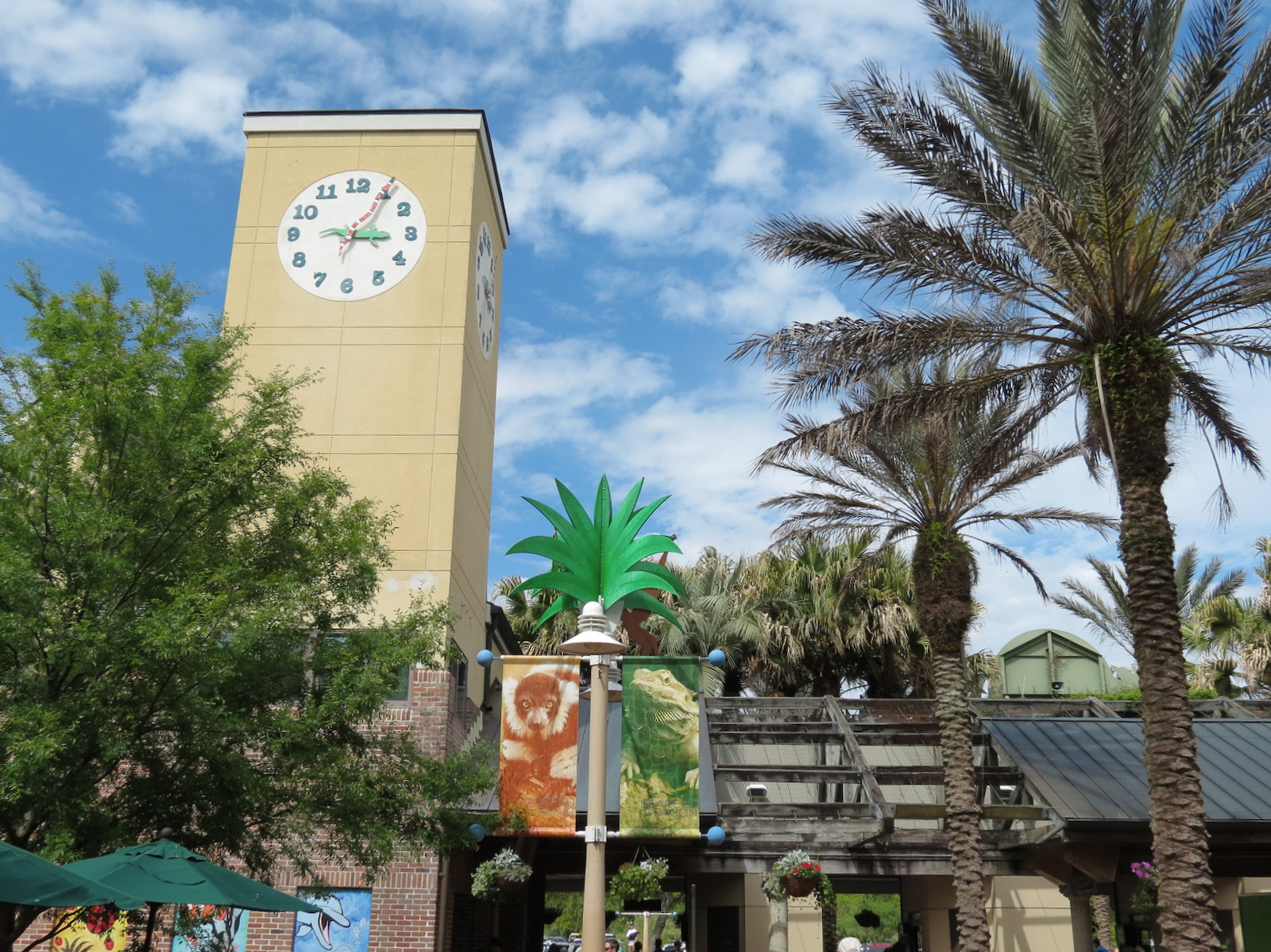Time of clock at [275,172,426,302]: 3:05
